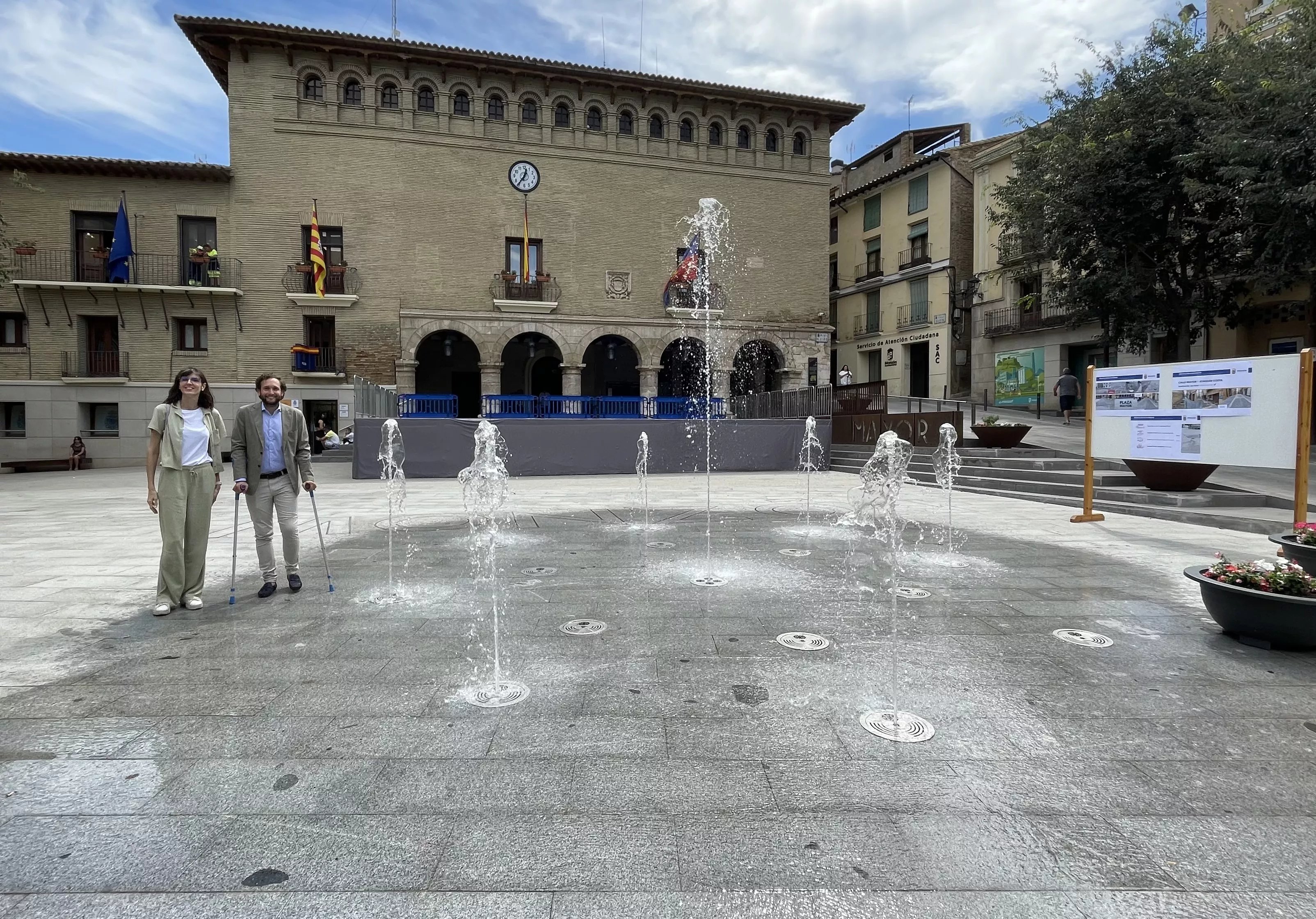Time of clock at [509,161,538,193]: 12:36
